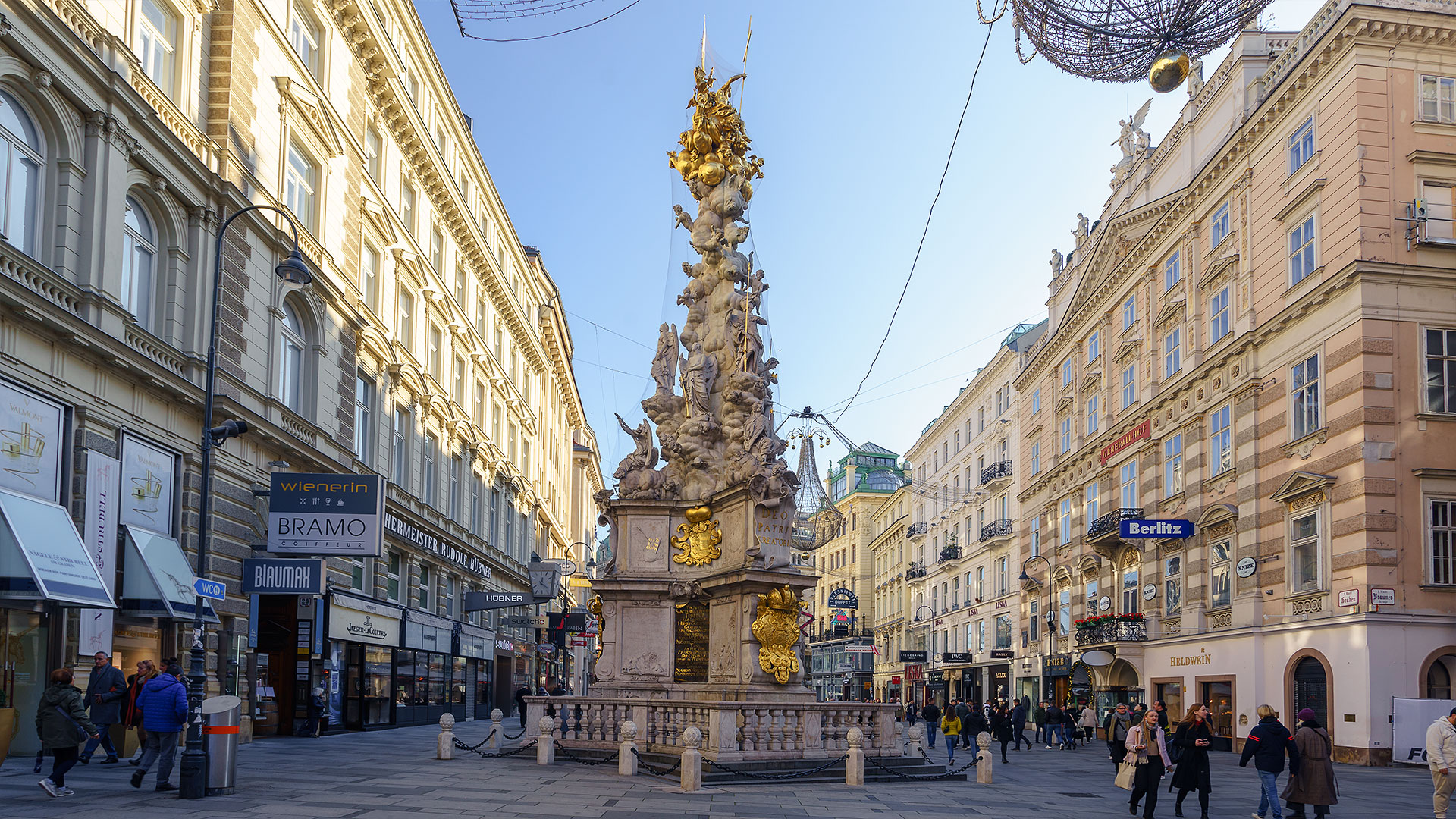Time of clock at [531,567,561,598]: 12:20
